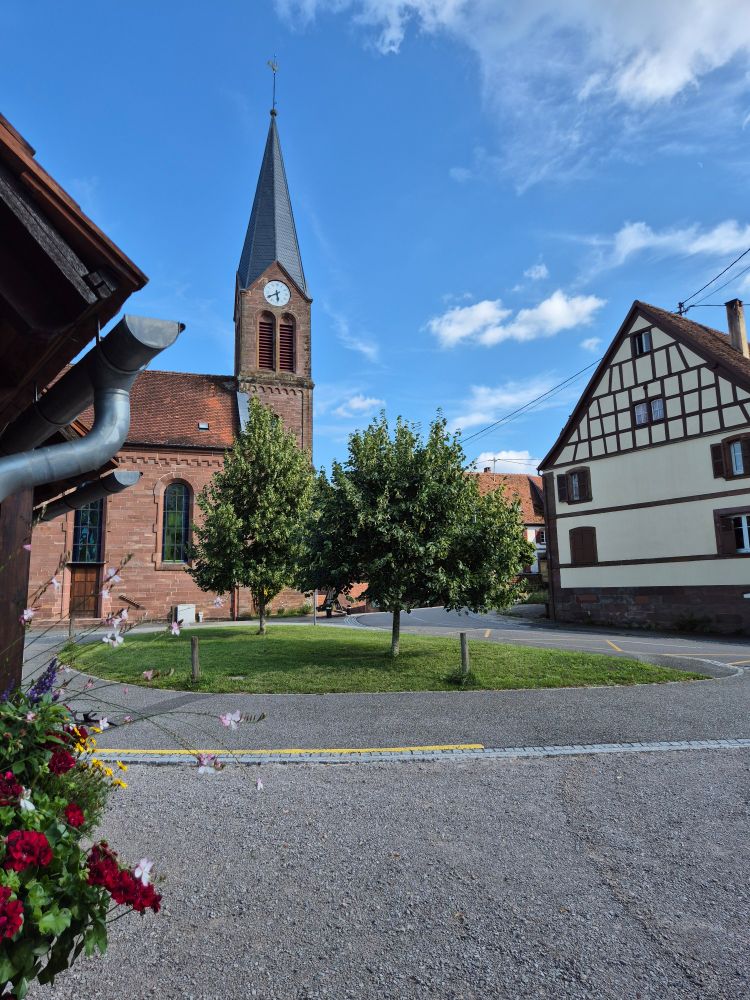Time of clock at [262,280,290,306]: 5:40
